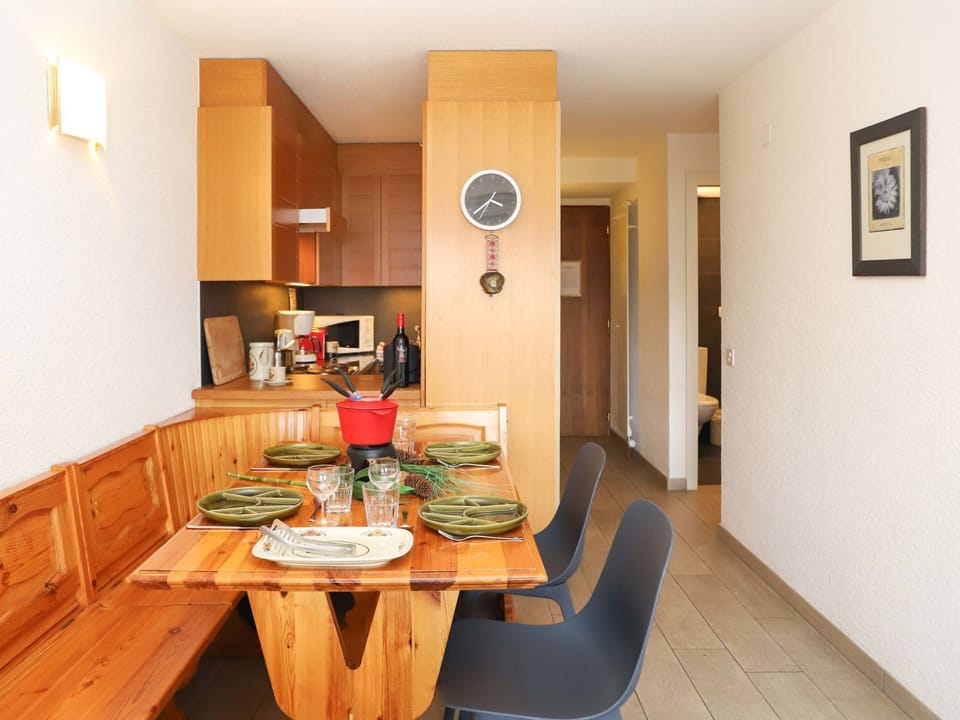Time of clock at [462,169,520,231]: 3:37
